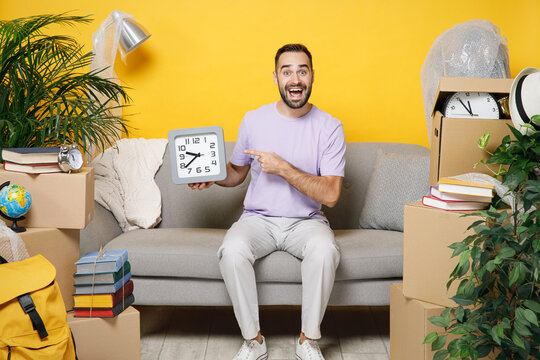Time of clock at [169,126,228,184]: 9:38
